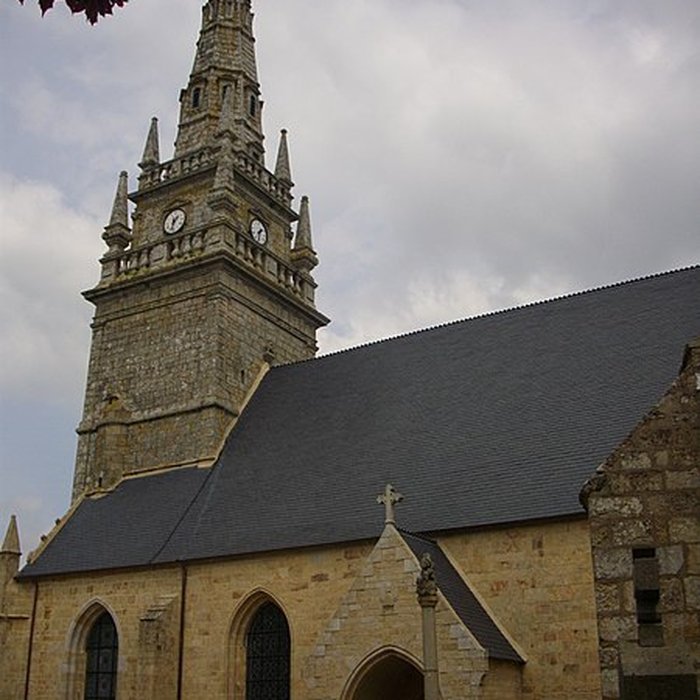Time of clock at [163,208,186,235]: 1:32
